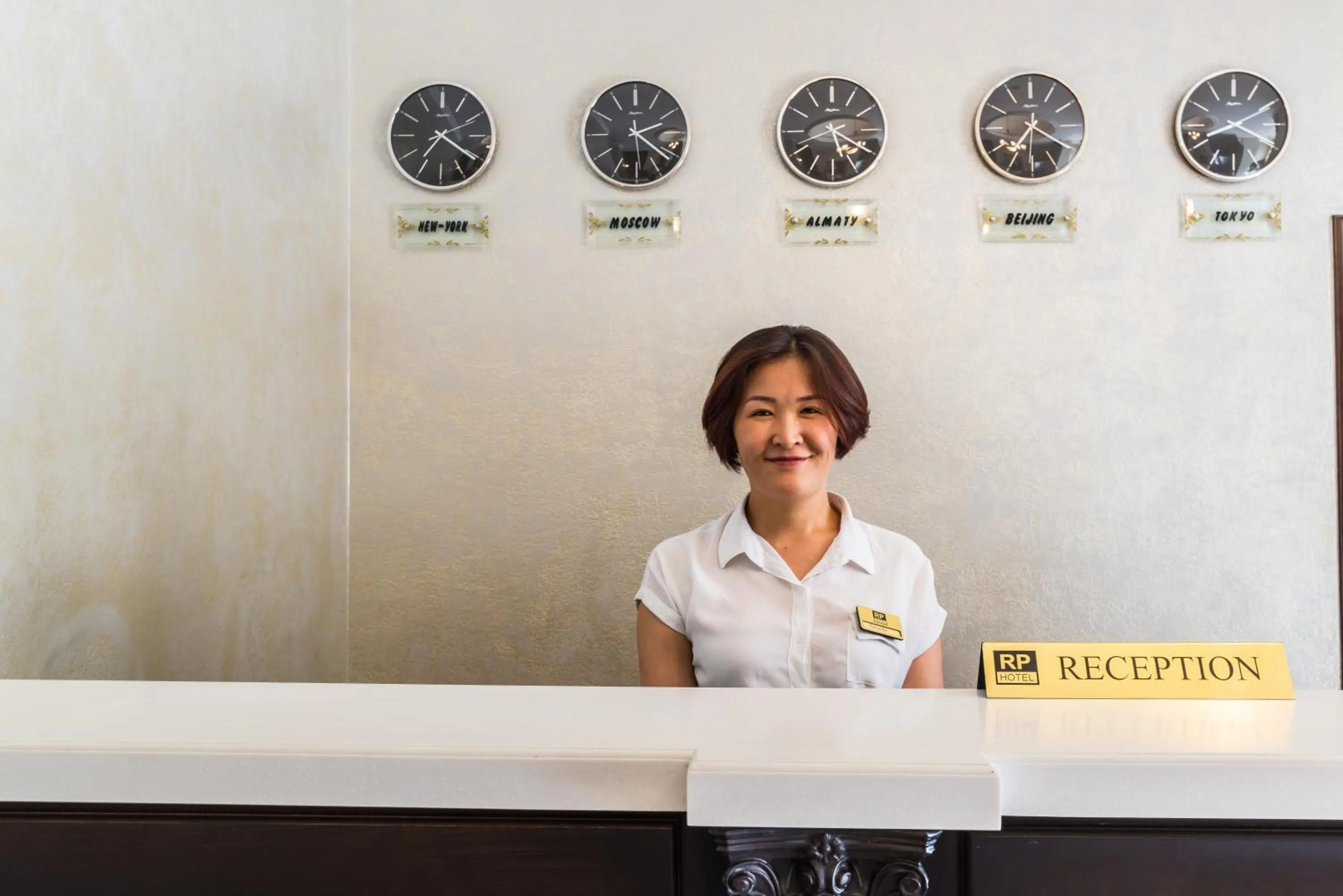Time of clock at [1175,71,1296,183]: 8:10
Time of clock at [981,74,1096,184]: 7:20
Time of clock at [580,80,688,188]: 2:21
